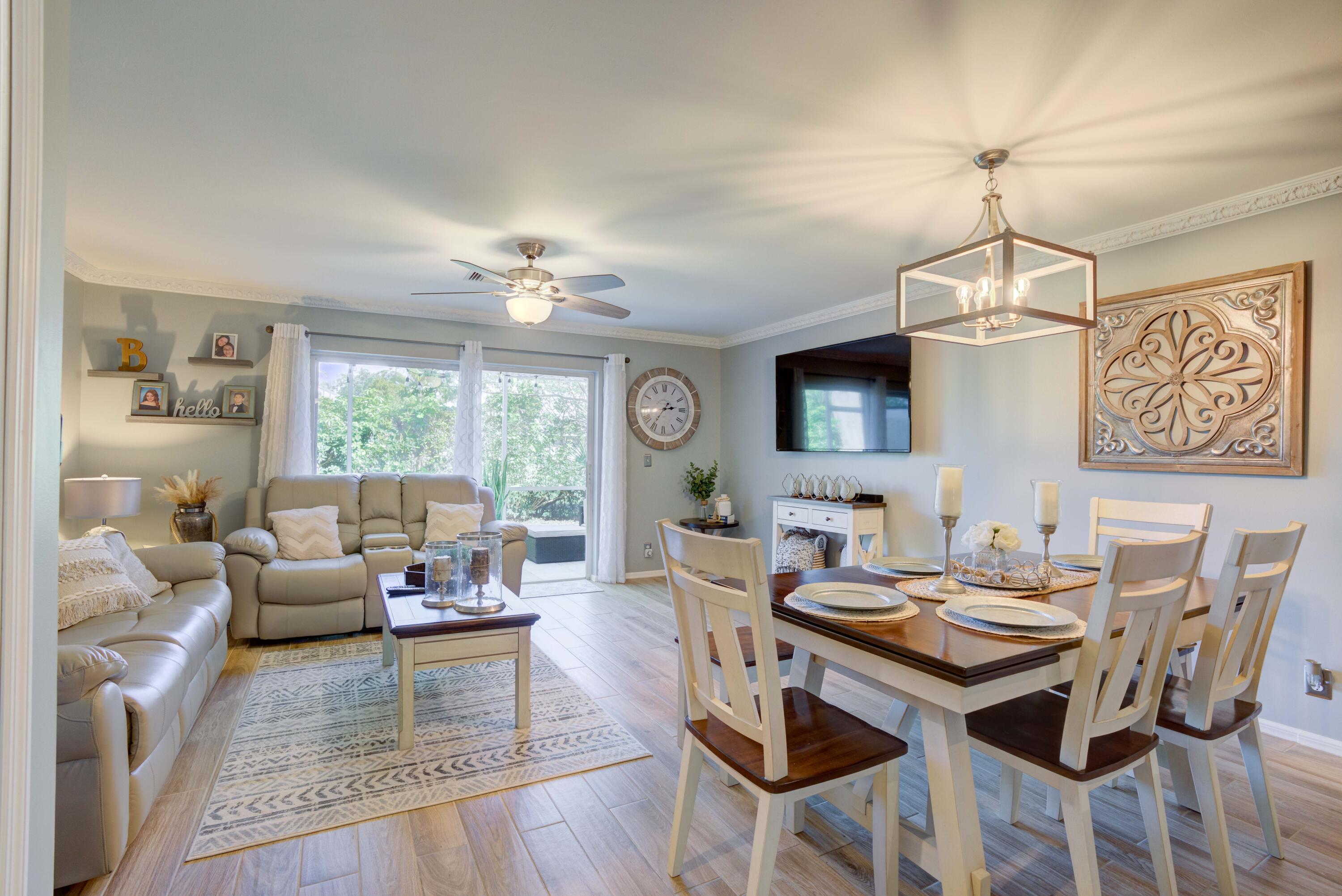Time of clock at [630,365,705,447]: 2:36
